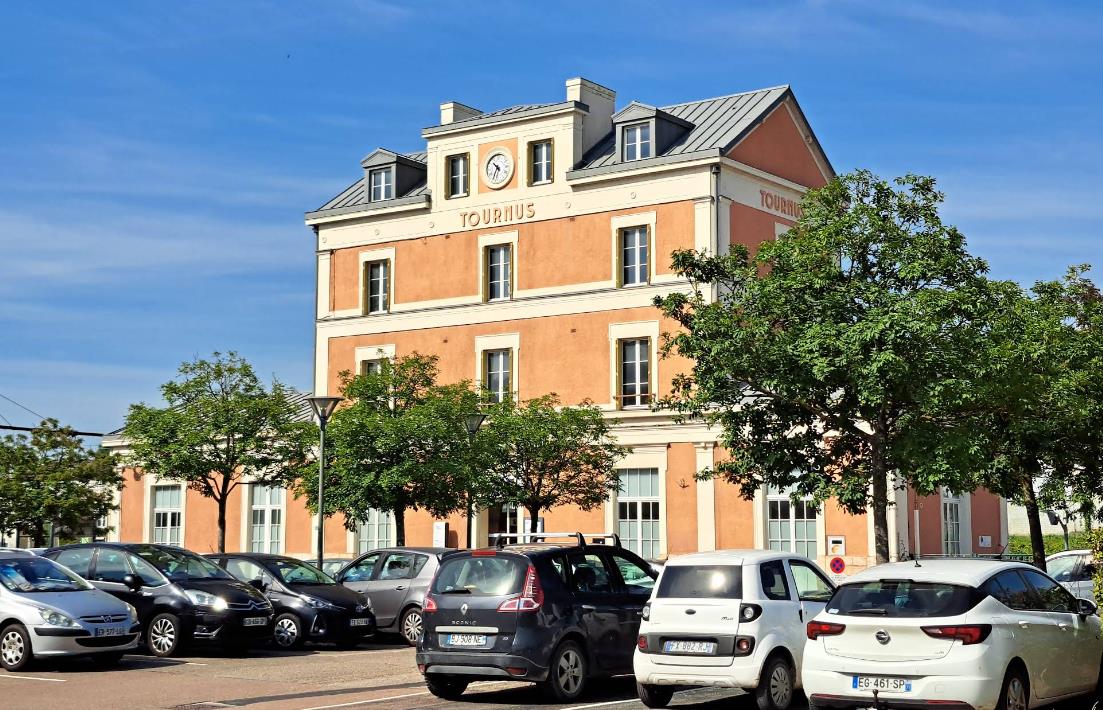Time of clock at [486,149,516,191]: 10:34
